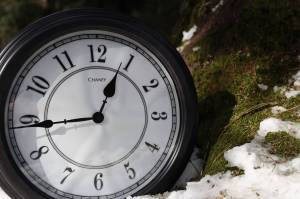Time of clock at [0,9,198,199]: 12:44
